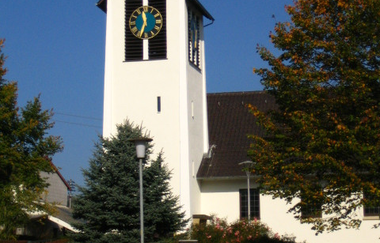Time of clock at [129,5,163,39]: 11:33
